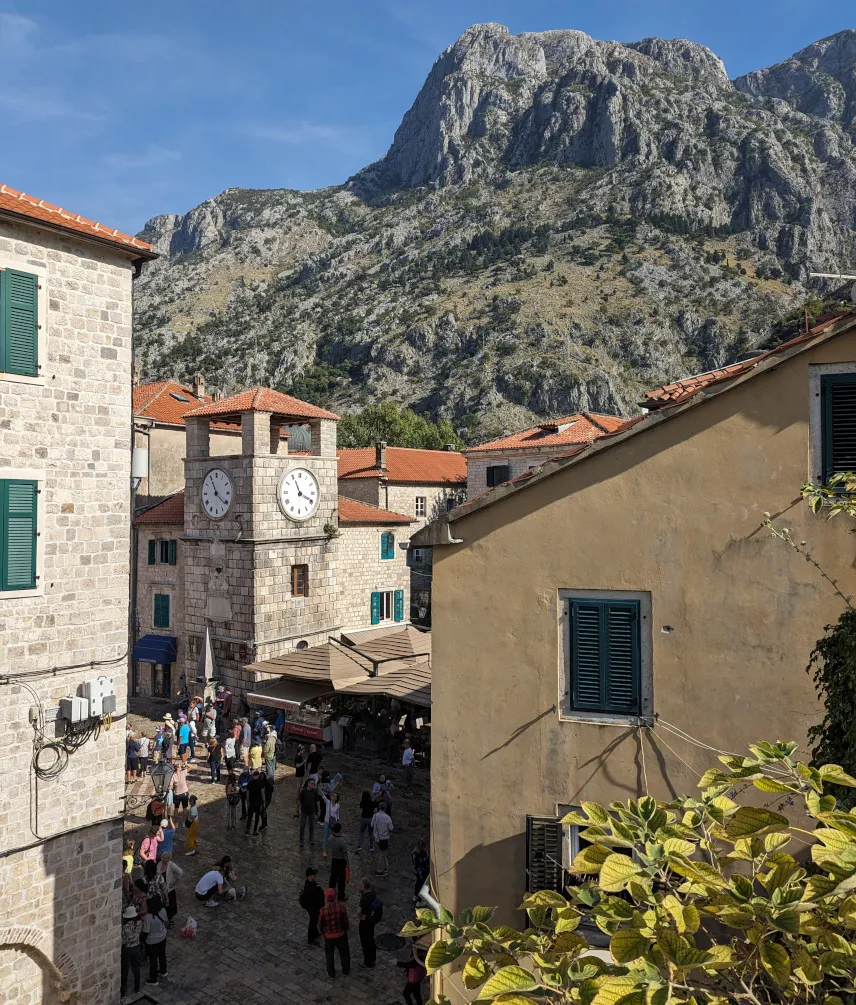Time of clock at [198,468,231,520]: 11:21
